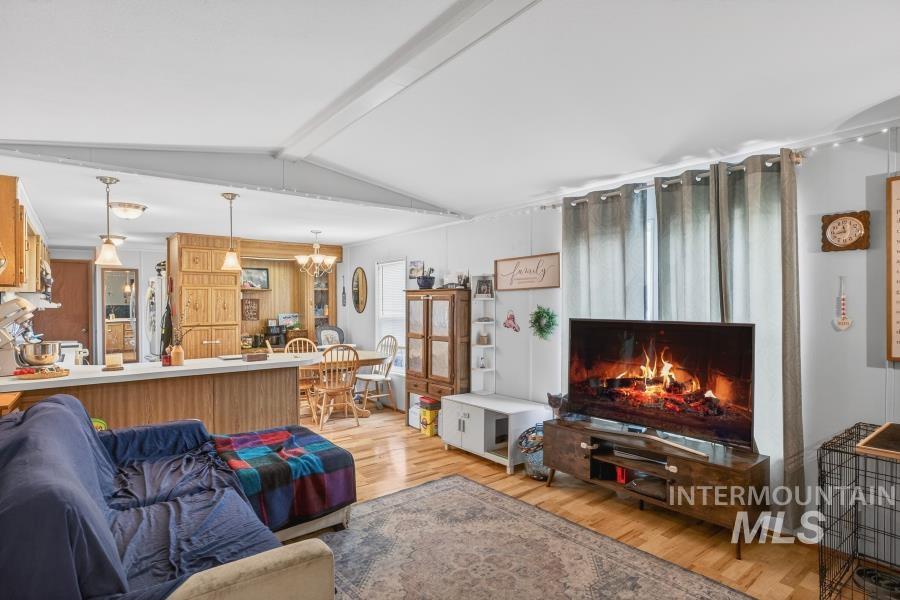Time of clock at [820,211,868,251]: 11:42
